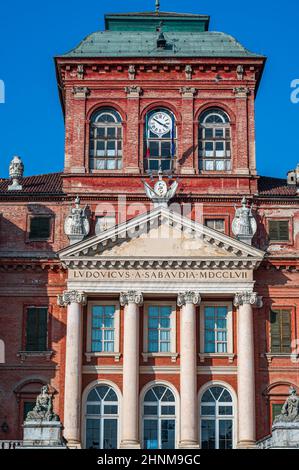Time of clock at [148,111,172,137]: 3:50
